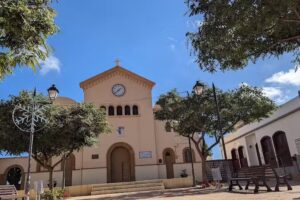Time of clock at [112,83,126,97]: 1:38
